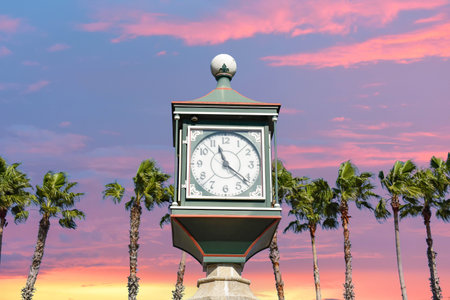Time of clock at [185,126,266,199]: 11:21
